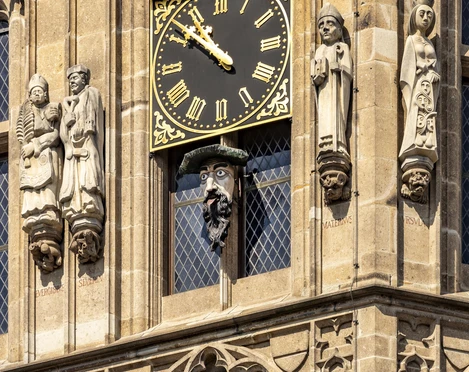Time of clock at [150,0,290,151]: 10:51
